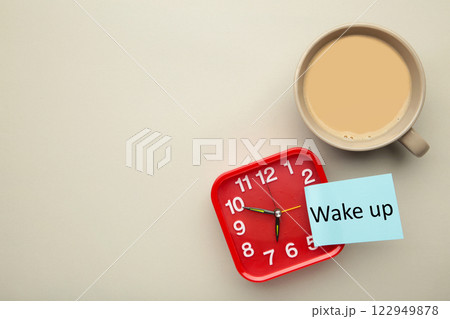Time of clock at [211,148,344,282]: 6:49
